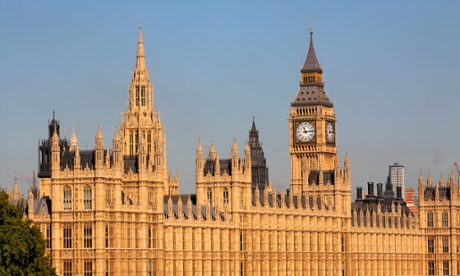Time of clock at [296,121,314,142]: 11:13
